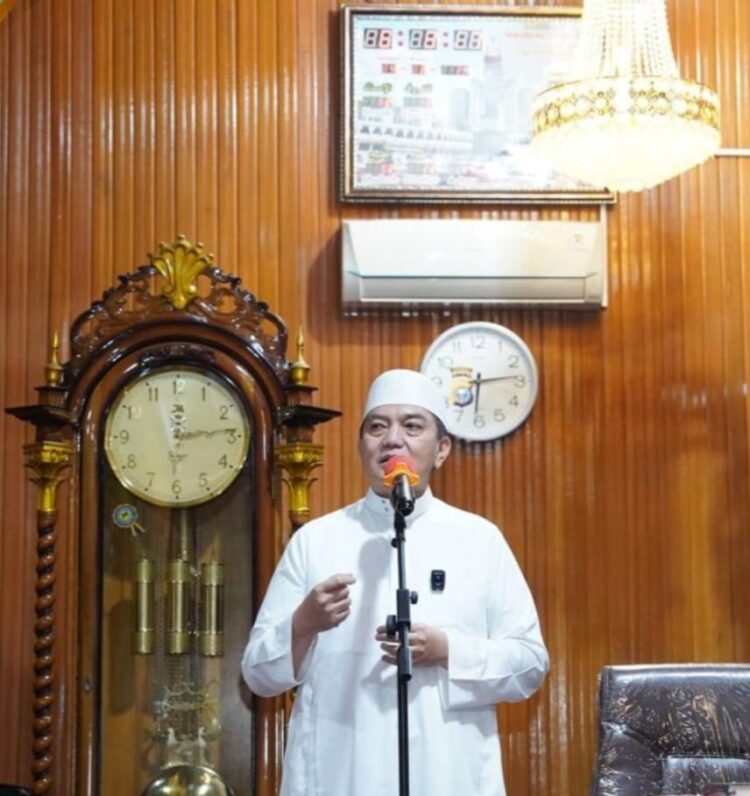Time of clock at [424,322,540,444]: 6:13
